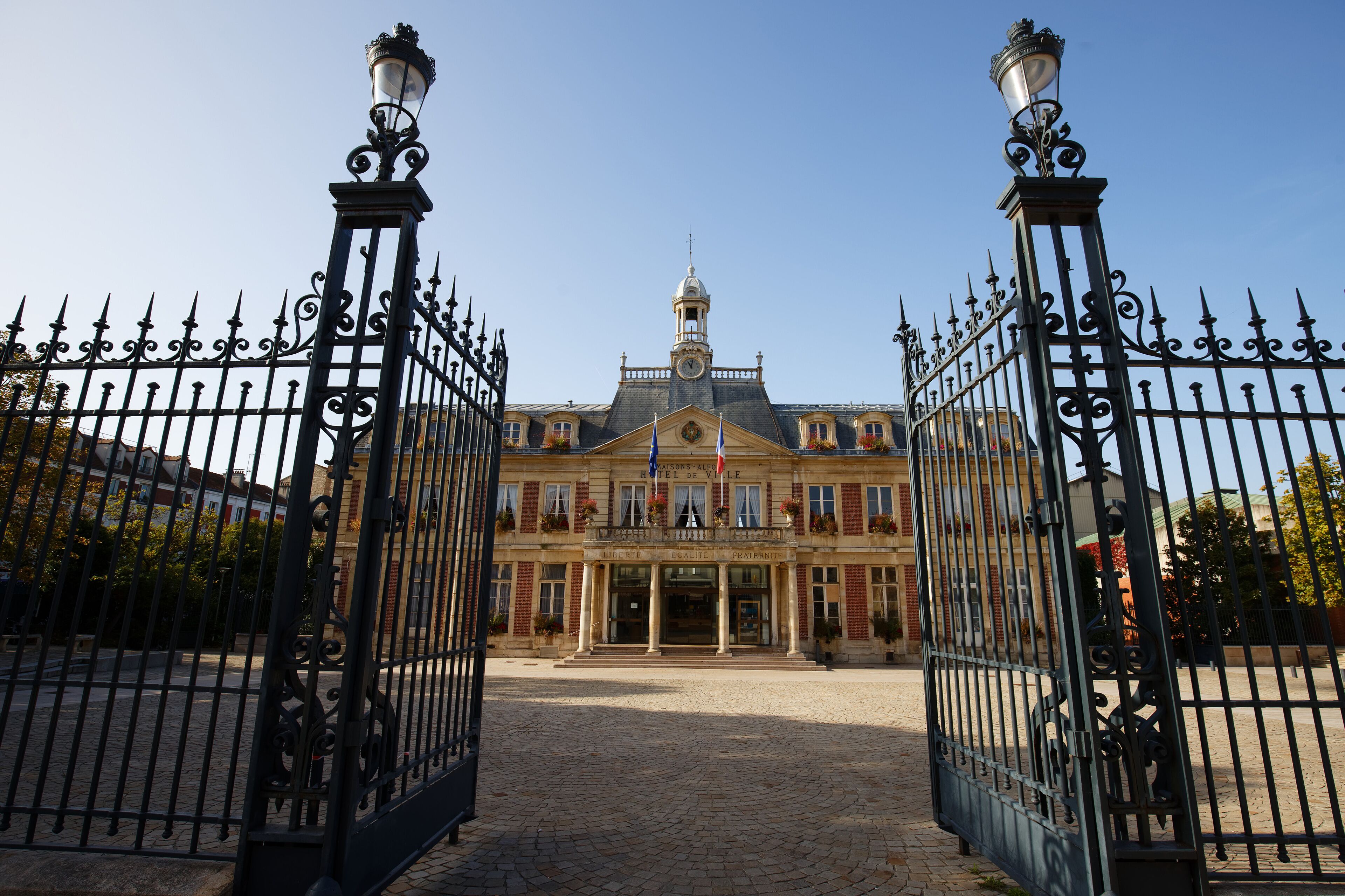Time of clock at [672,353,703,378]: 11:02
